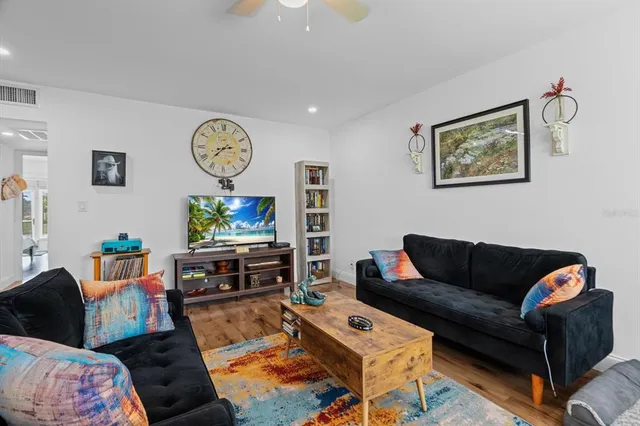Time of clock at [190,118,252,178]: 2:37
